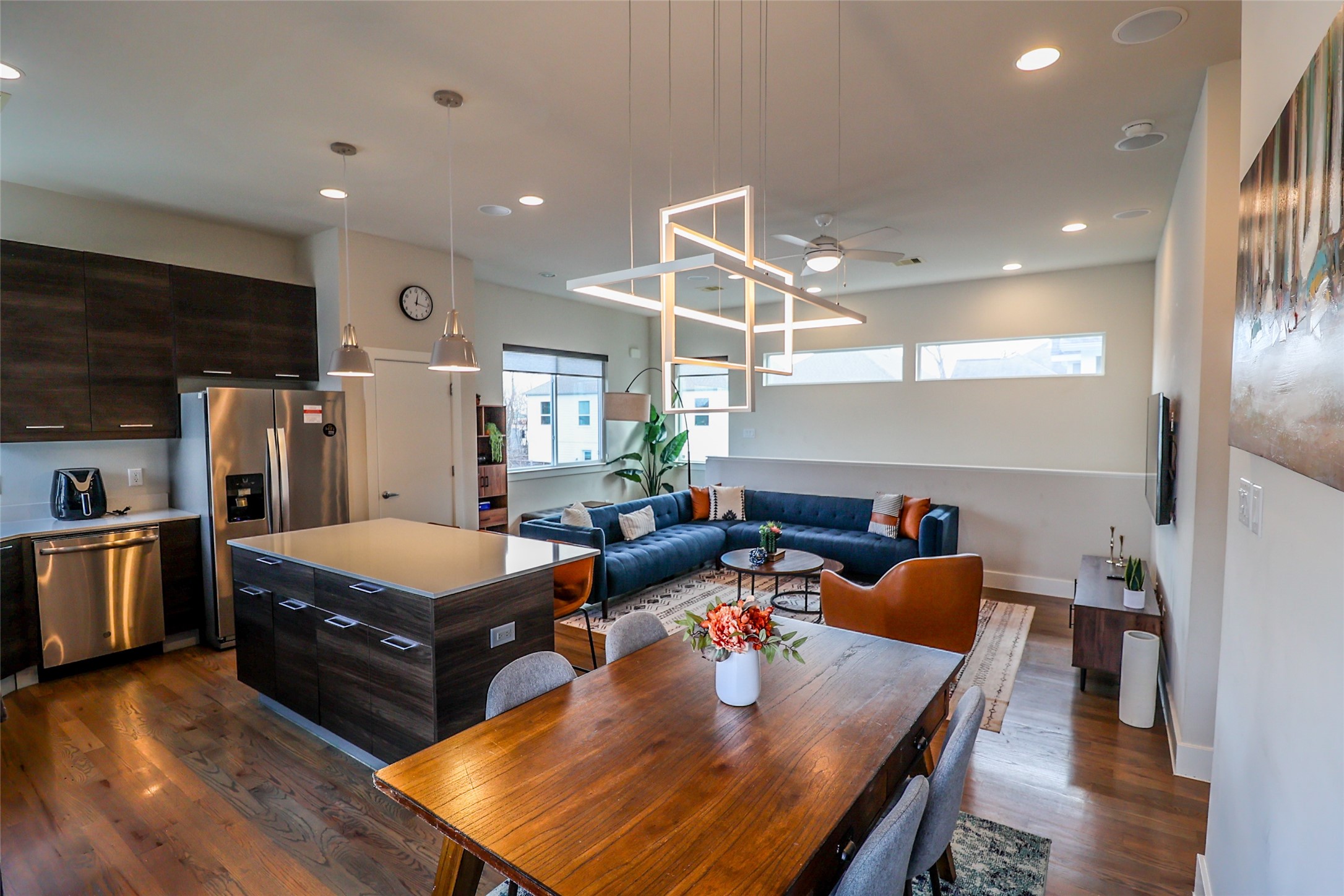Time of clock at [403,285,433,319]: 12:17
